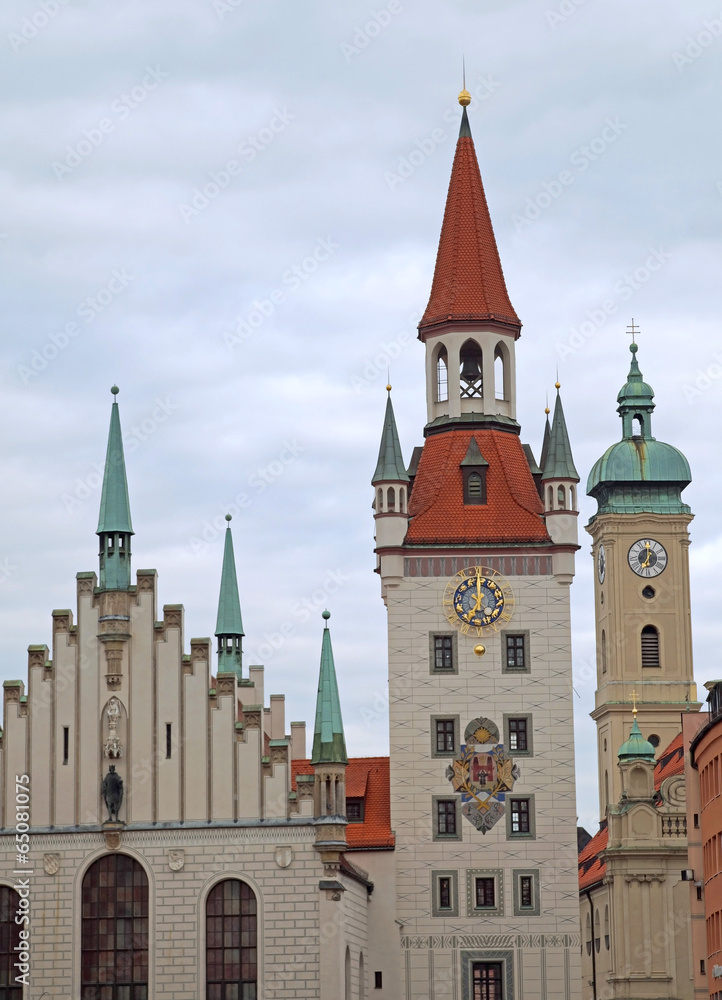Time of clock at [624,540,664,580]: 7:00
